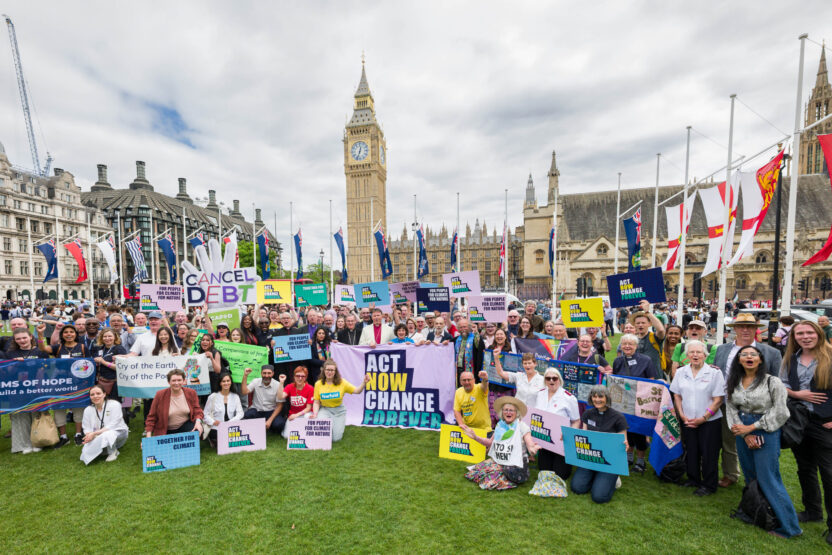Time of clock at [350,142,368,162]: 12:33
